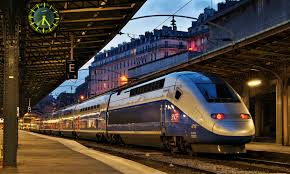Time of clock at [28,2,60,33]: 6:24
